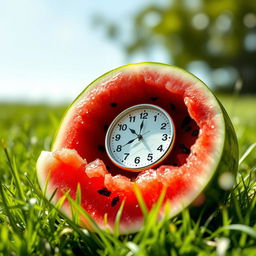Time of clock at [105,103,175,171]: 8:00
